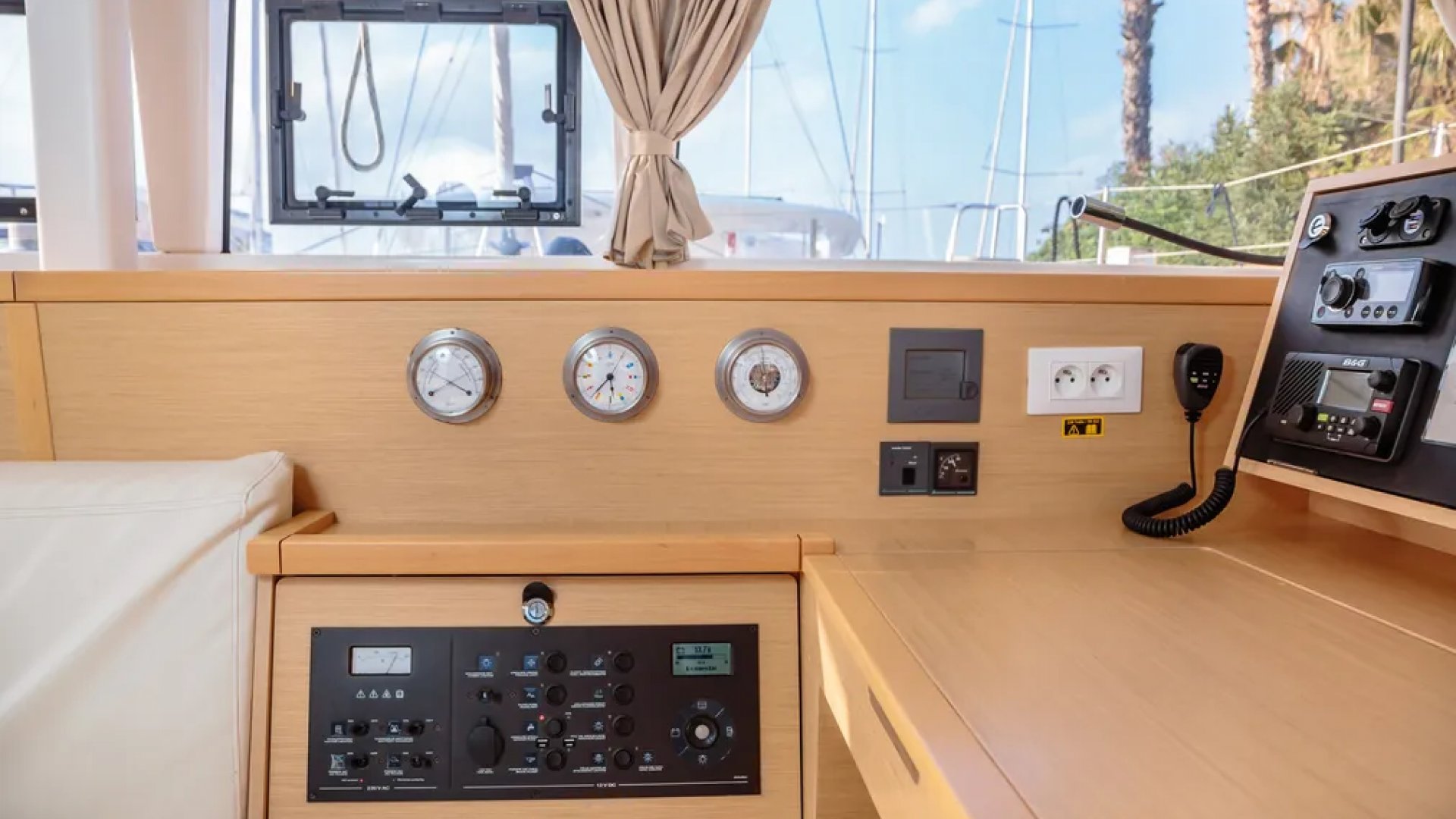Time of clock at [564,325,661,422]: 5:36
